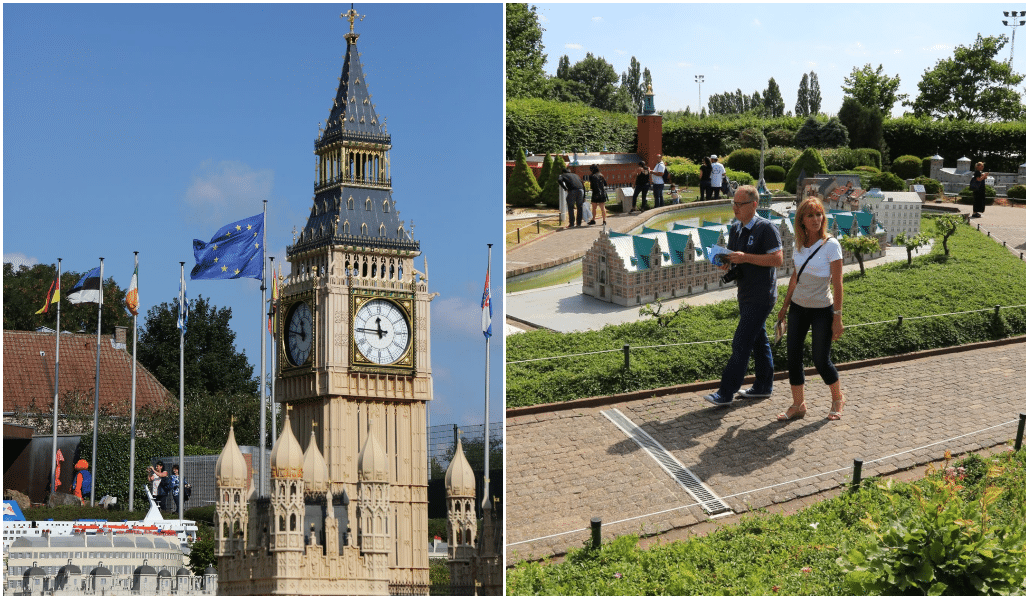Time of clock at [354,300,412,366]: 11:45
